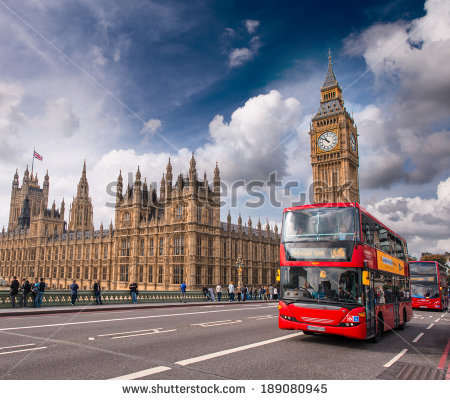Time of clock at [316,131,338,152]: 10:50
